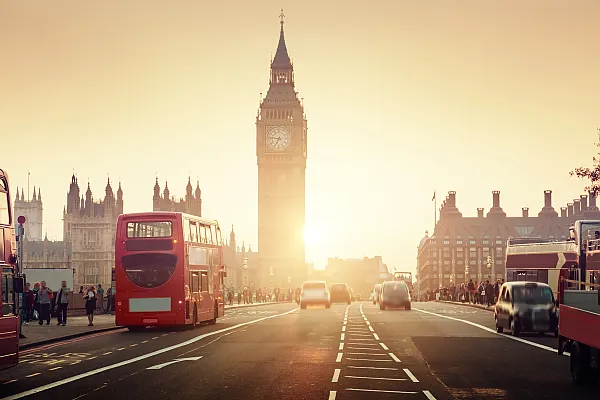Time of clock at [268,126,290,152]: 6:46
